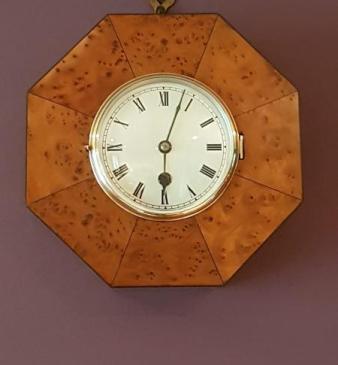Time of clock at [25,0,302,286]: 6:03
